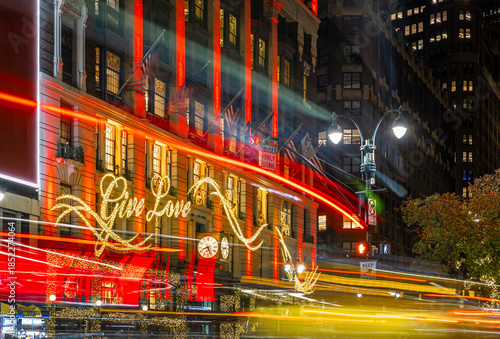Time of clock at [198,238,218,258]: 8:26
